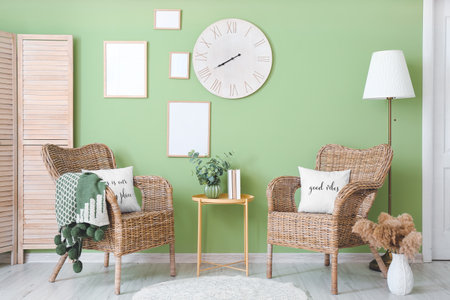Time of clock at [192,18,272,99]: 7:39
